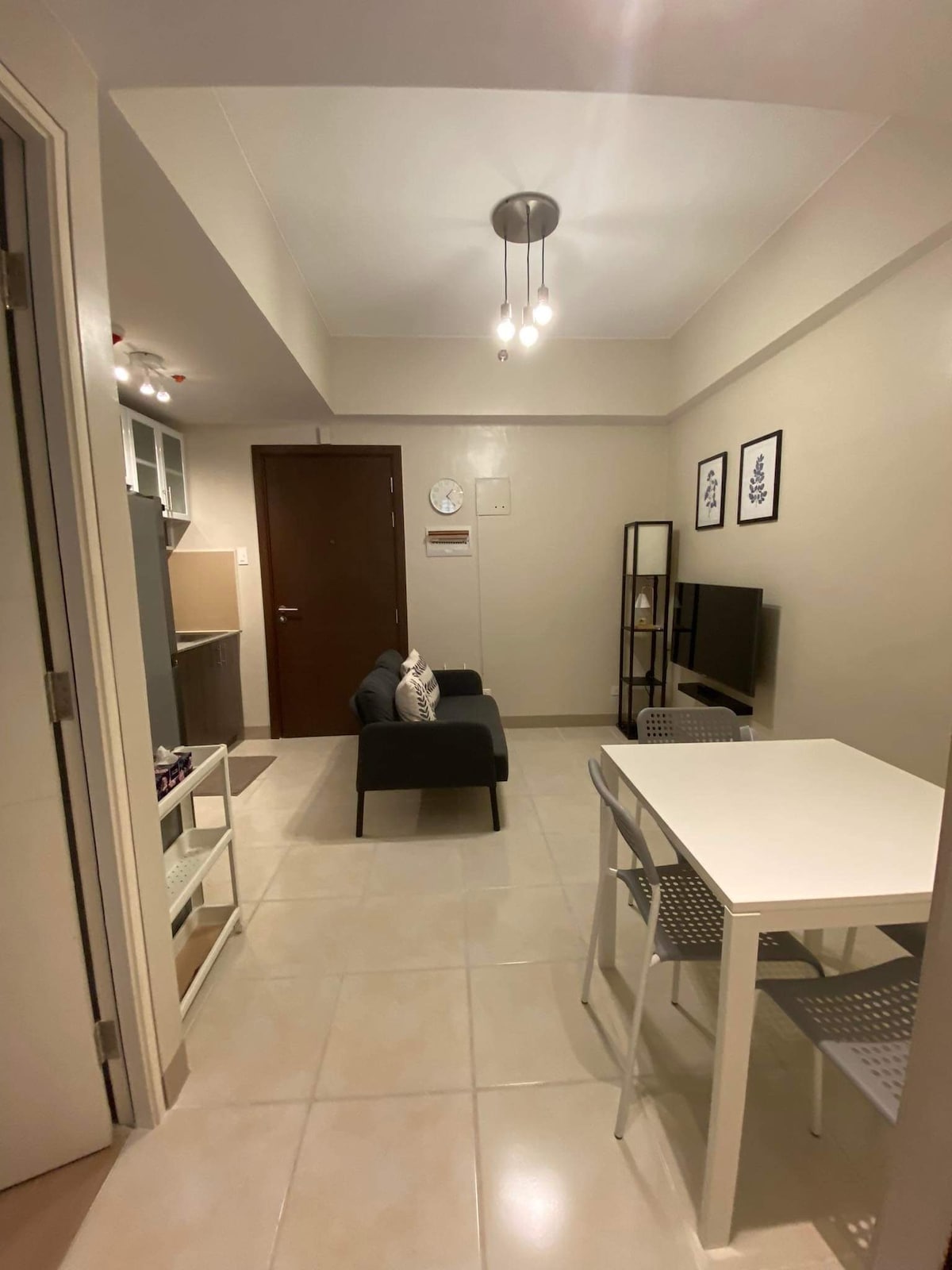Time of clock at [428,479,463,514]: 1:23
